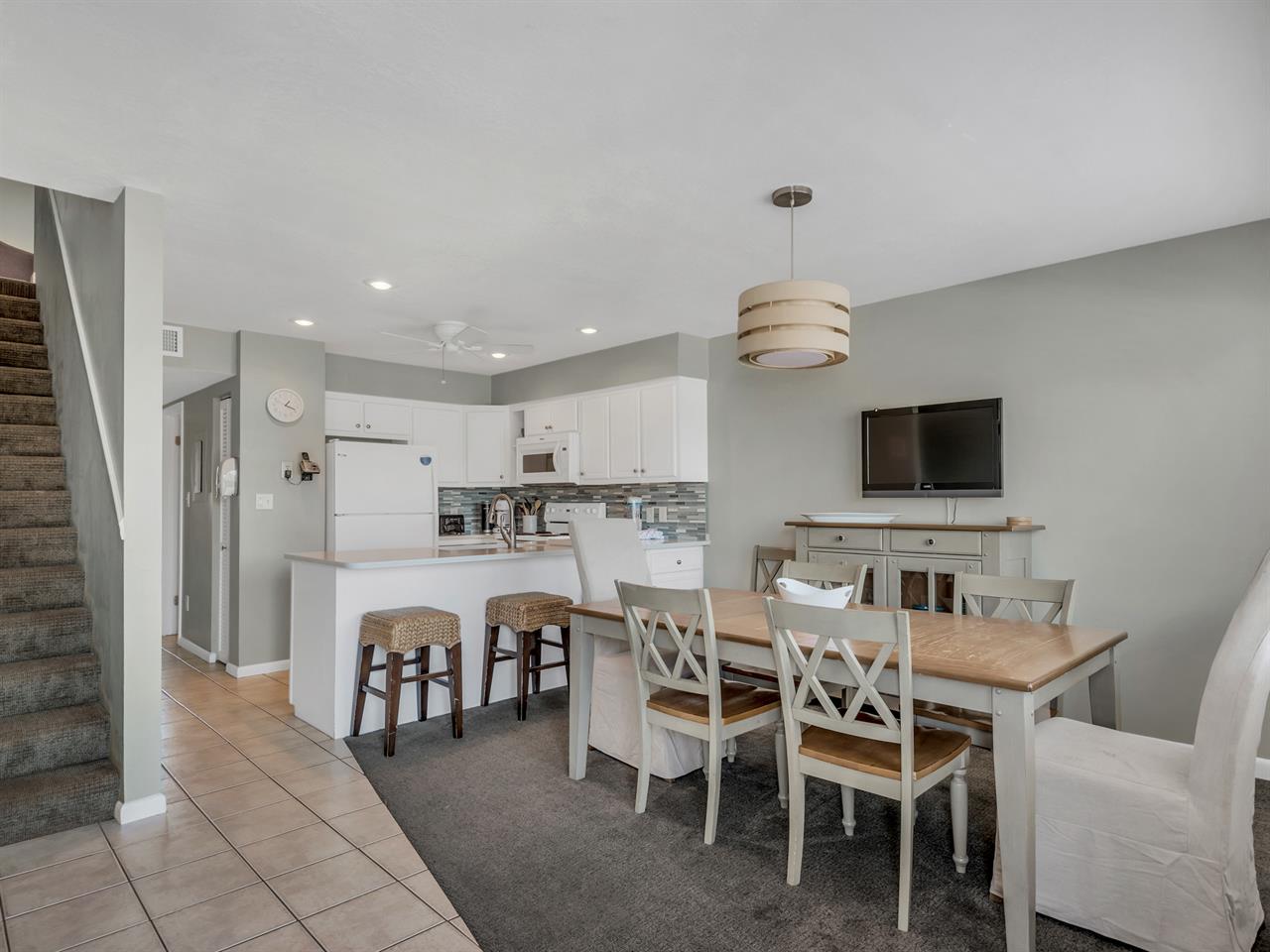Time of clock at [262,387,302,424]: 1:18
